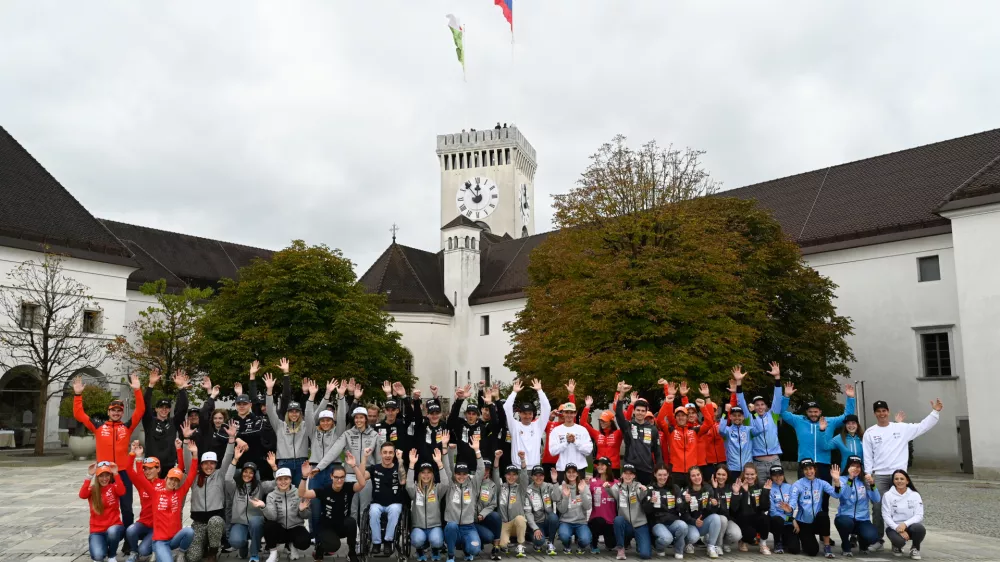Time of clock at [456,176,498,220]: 11:53
